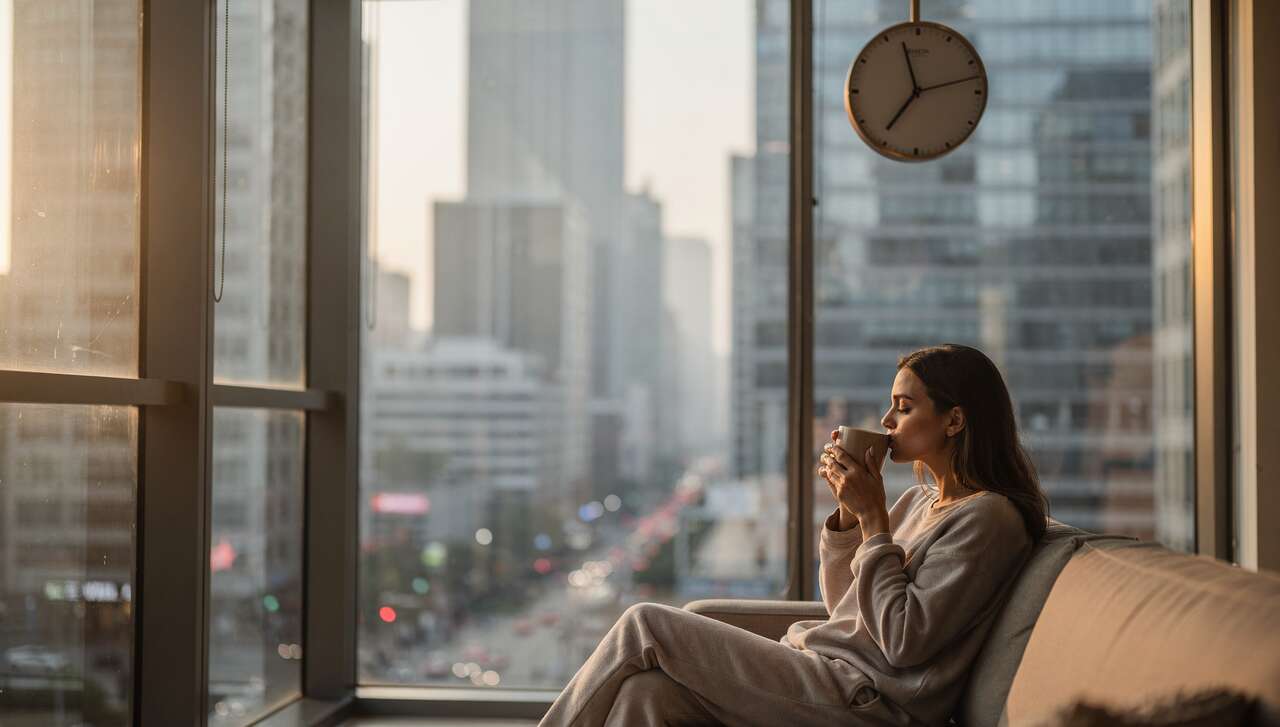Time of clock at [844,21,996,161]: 7:12
